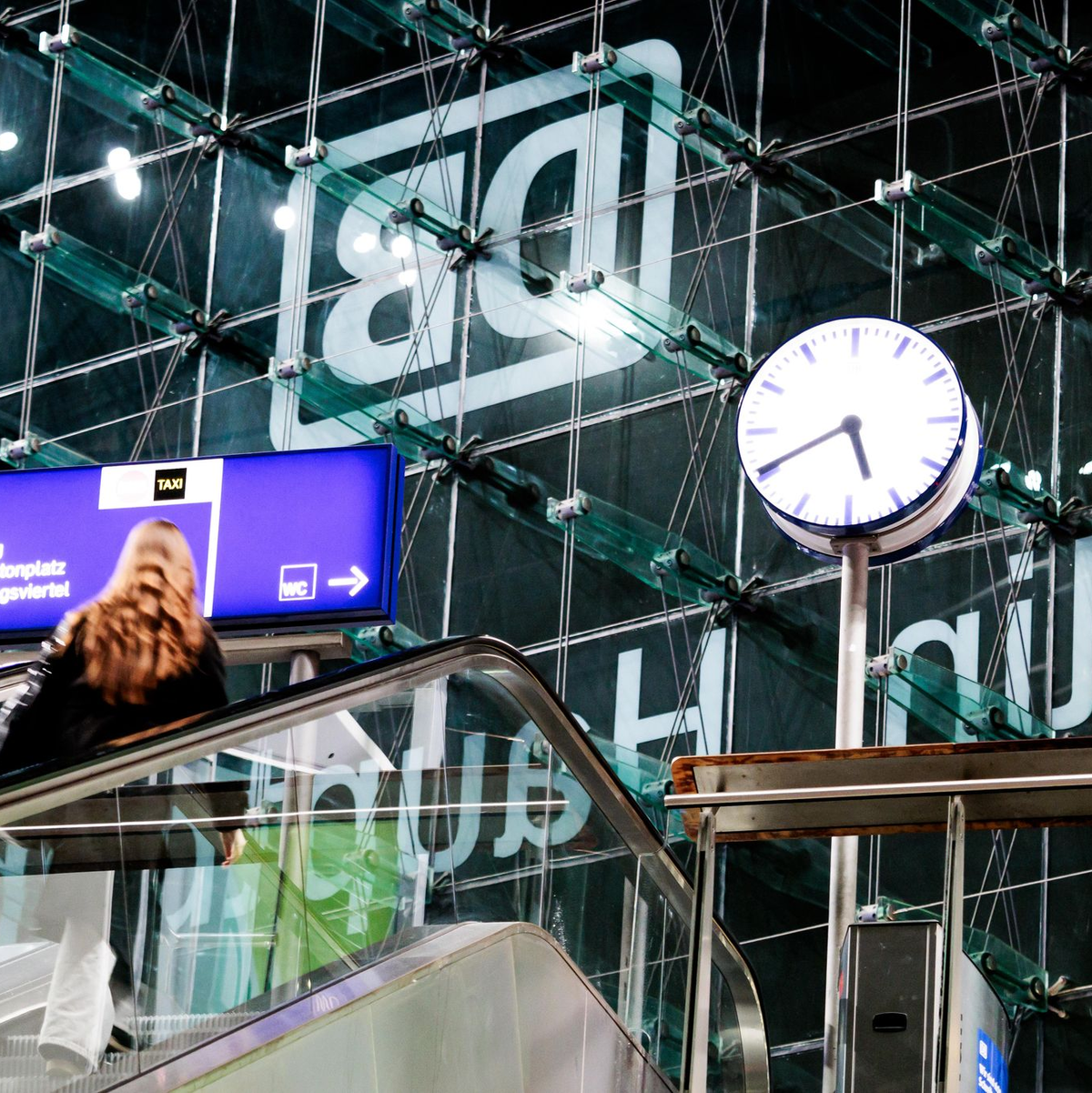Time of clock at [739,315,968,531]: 5:40
